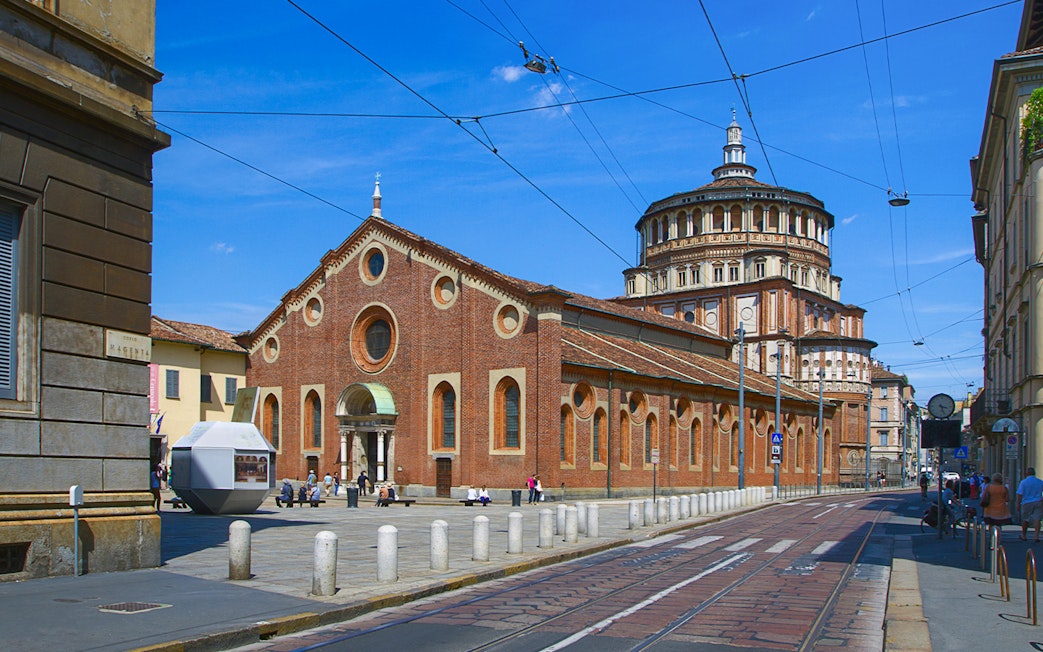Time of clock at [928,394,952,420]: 3:26
